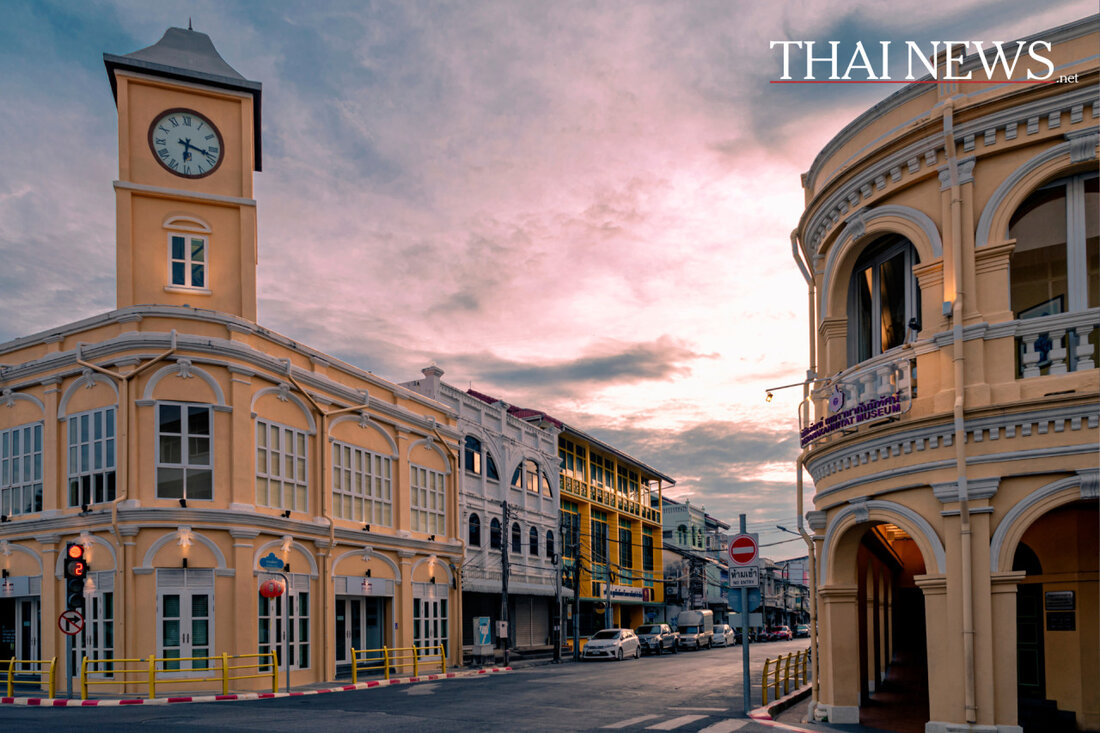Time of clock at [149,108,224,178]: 6:17
